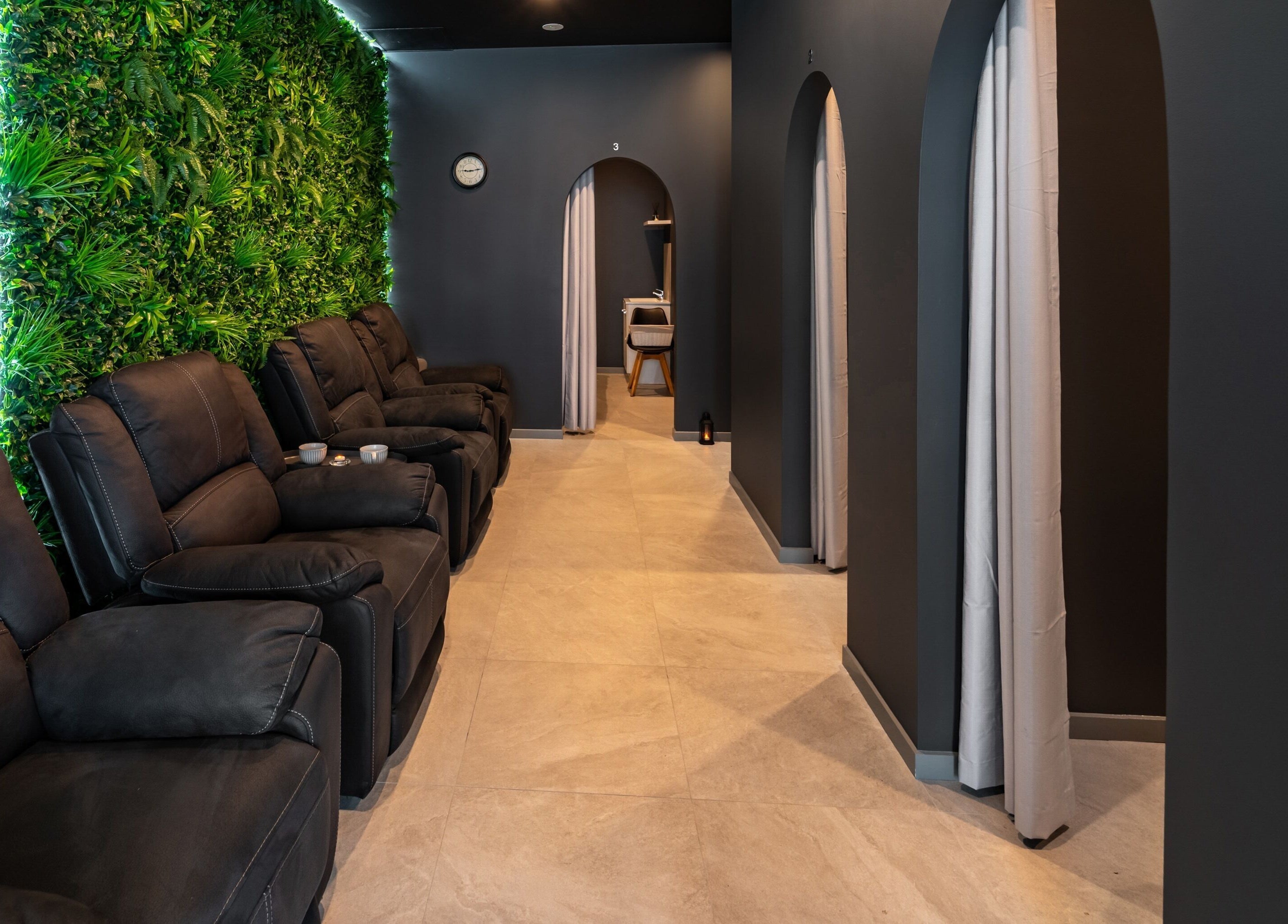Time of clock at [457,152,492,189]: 9:13
